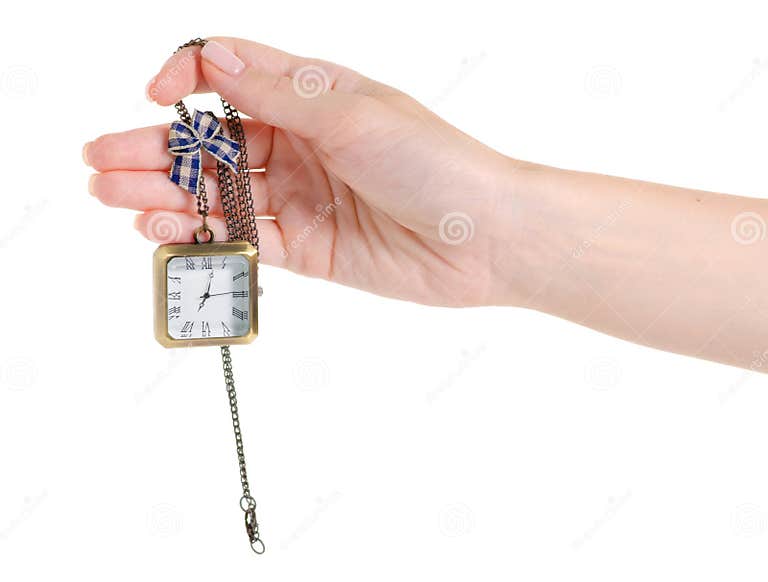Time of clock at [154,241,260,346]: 7:02
